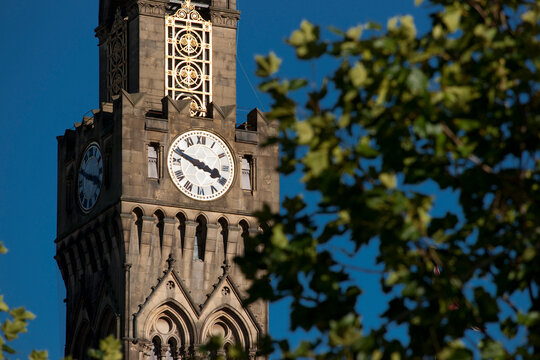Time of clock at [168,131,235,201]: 3:48
